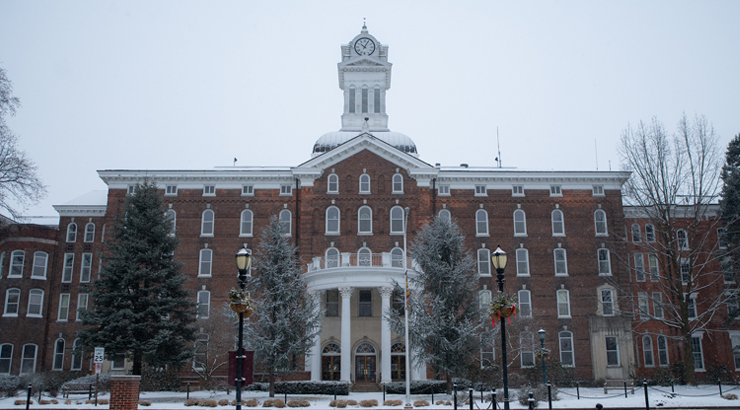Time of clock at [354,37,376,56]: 10:04
